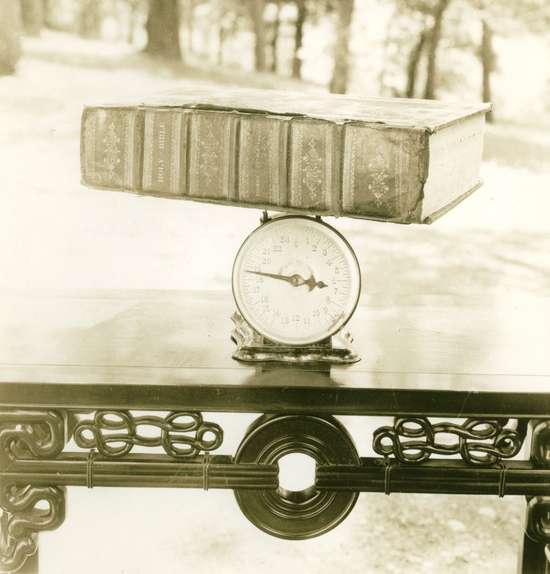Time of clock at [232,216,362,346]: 2:46
